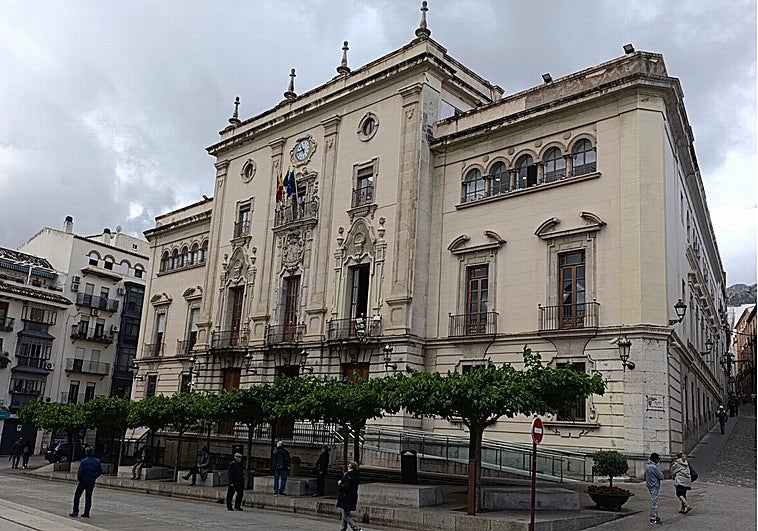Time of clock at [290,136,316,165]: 10:42
